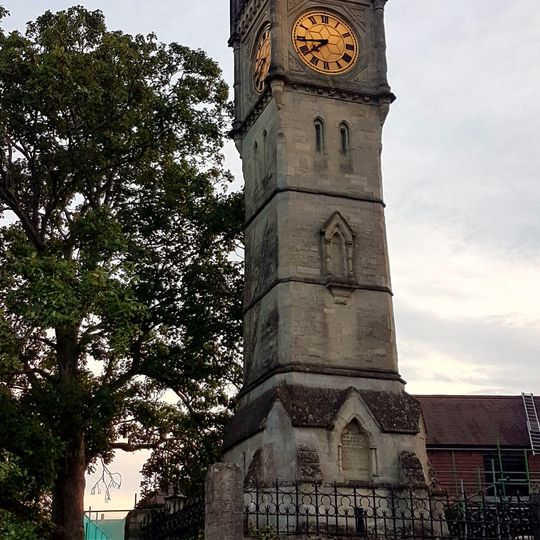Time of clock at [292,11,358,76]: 7:43
